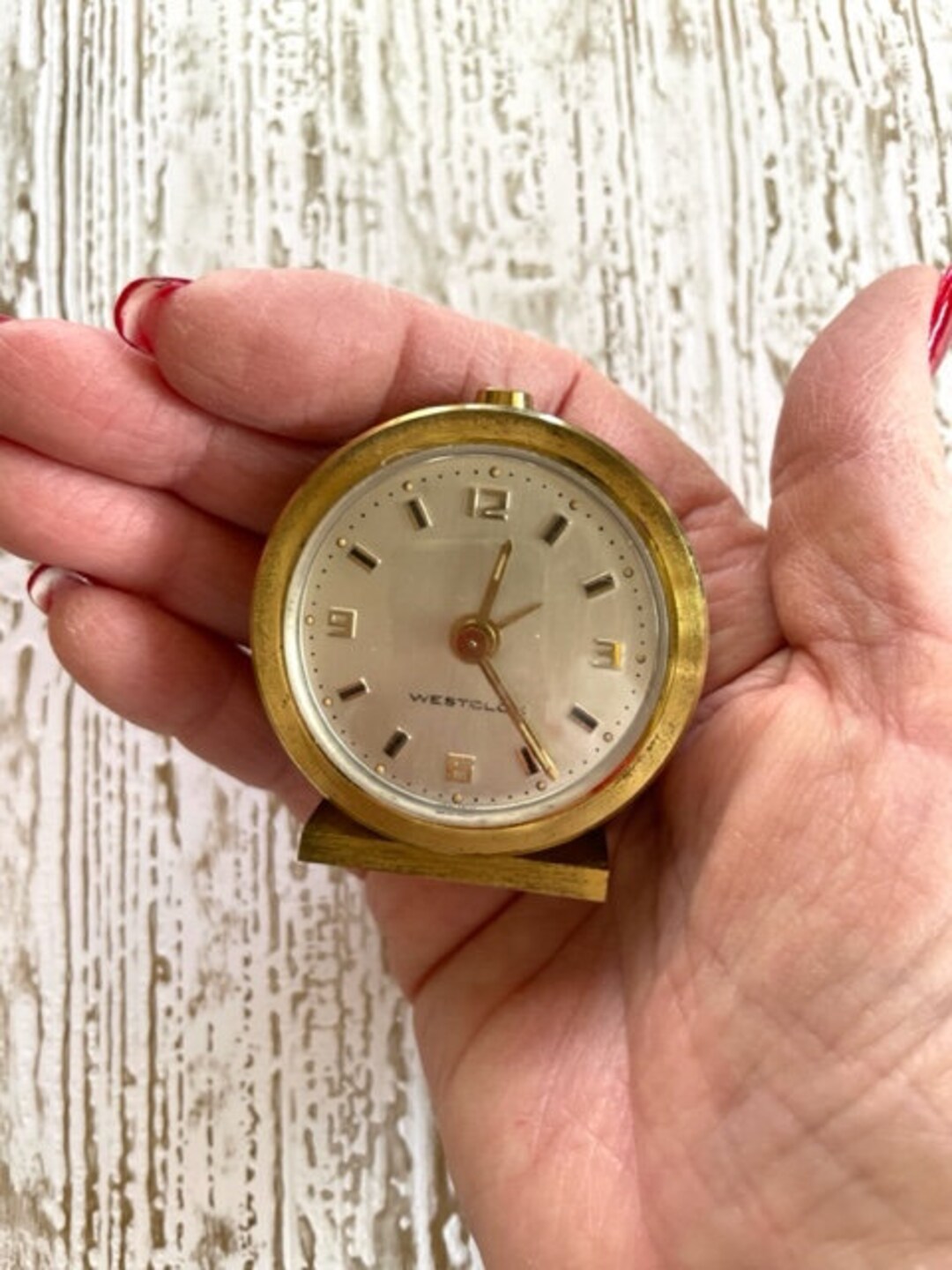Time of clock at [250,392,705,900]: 12:23
